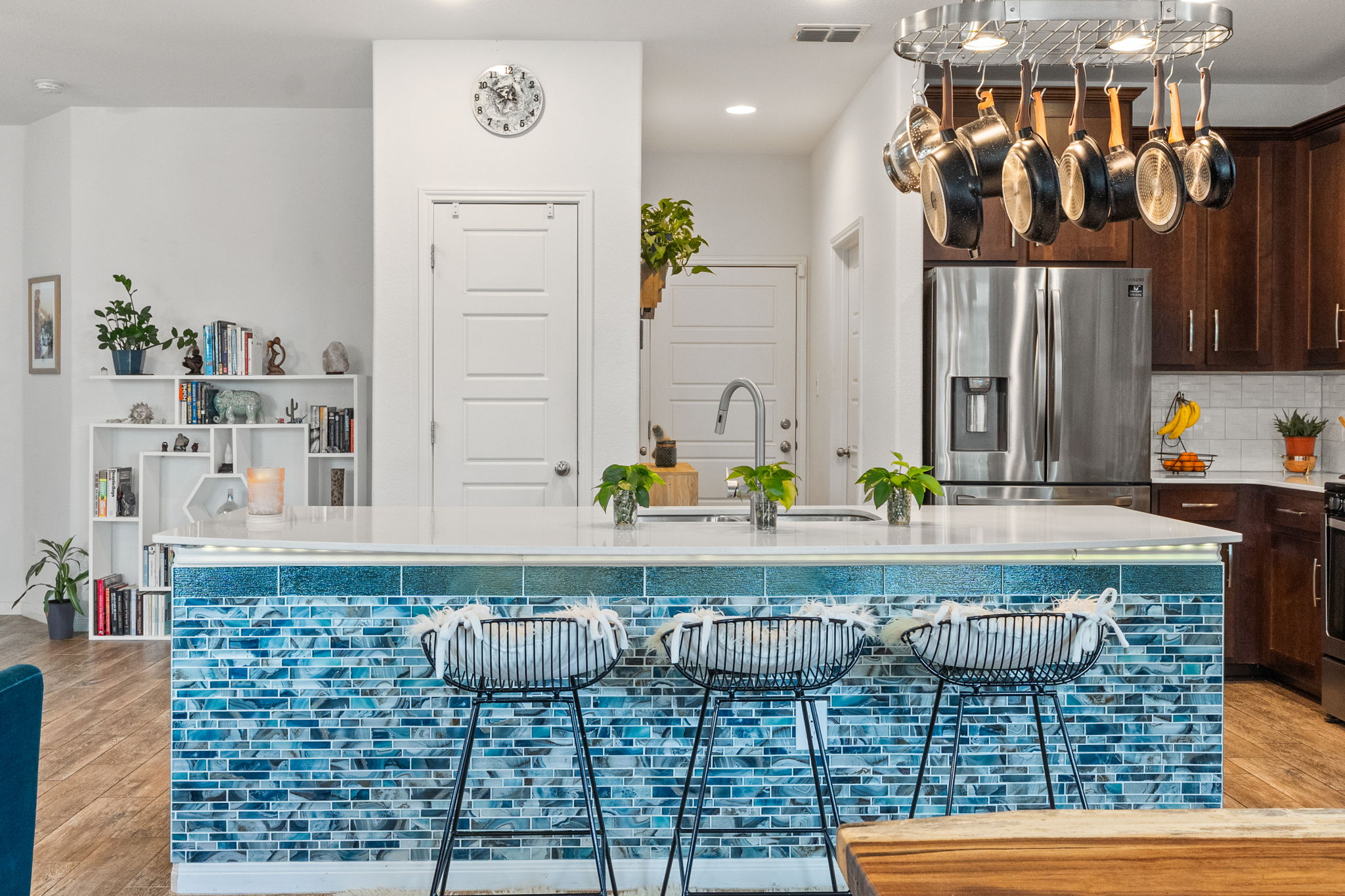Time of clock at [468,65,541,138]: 12:50
